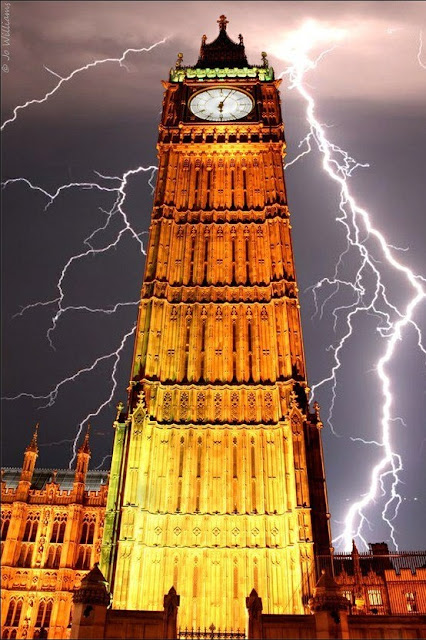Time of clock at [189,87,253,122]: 6:03
